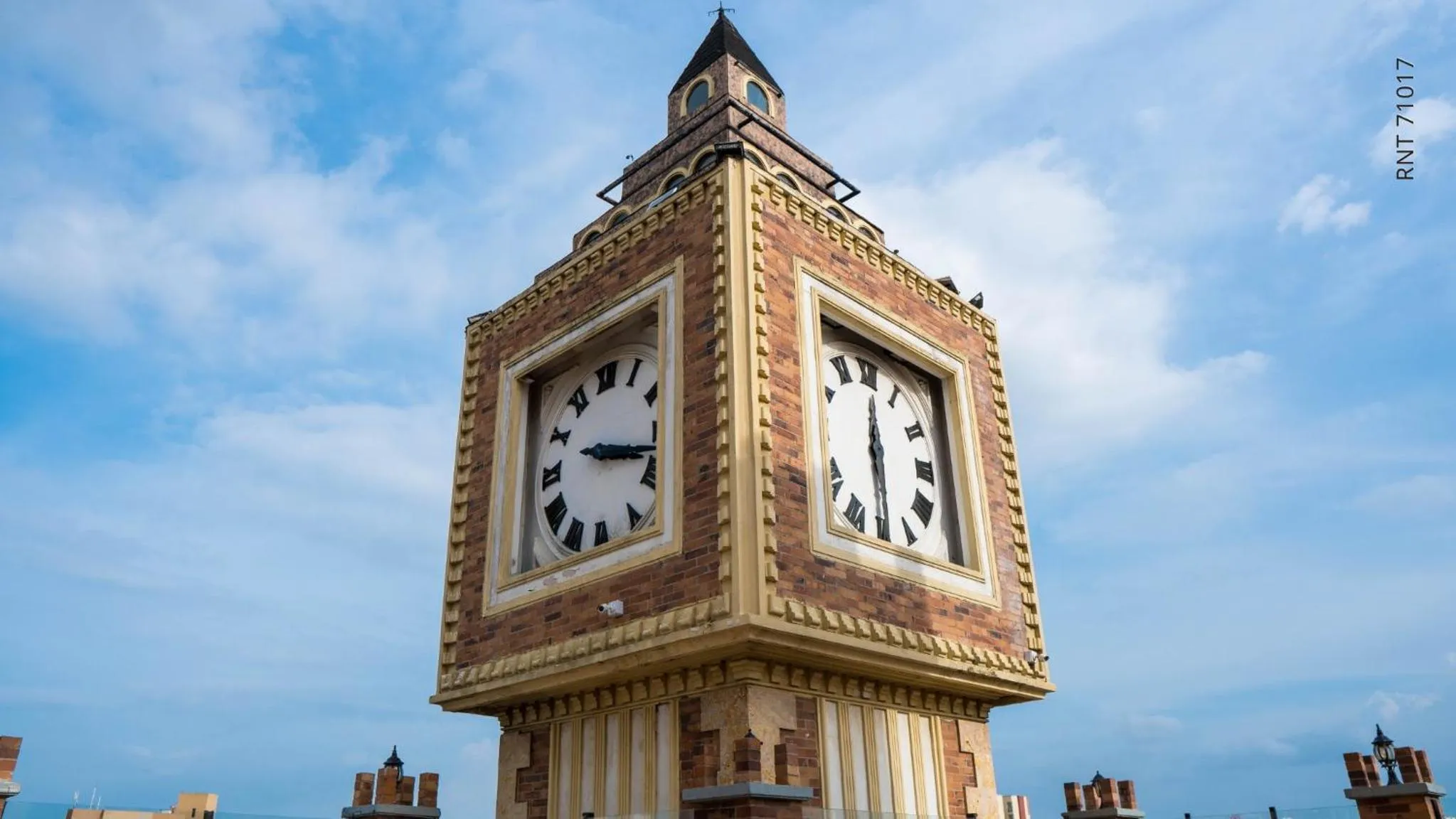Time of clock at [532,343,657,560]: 3:17
